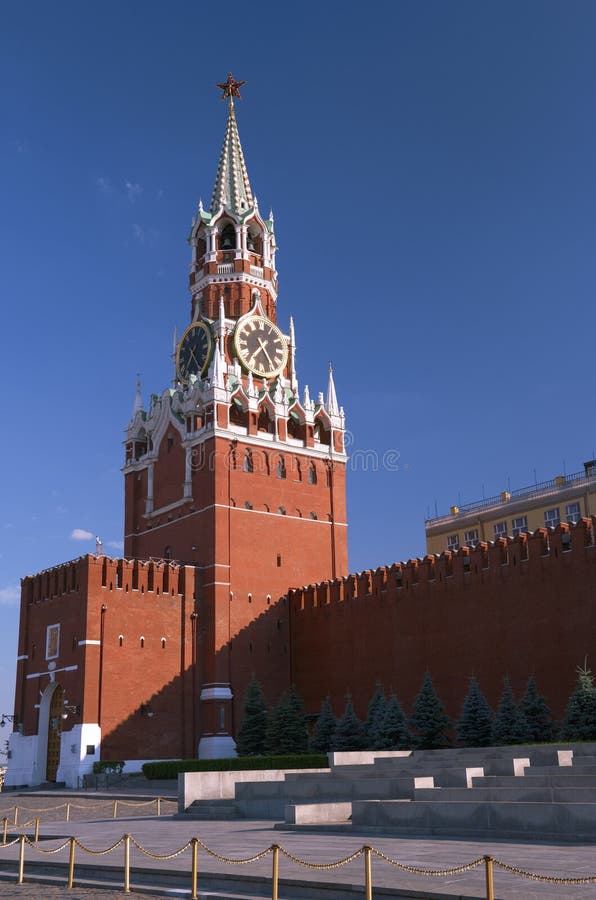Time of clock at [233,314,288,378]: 7:24
